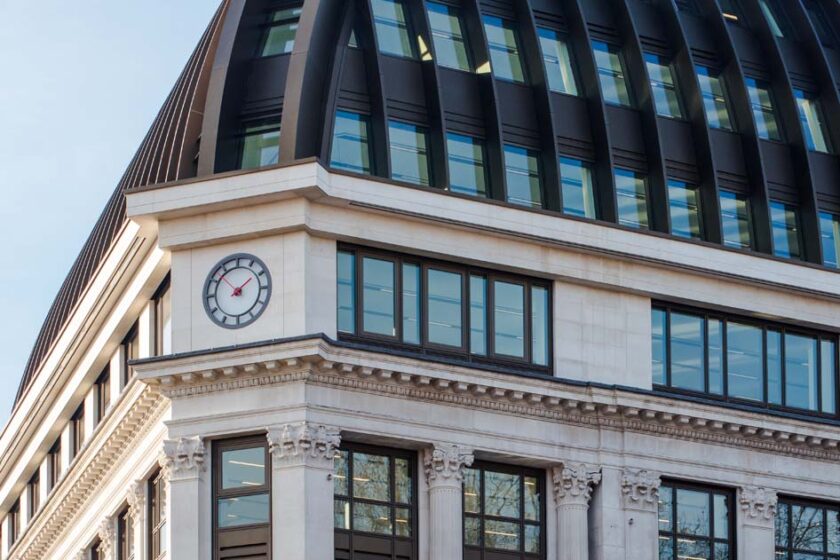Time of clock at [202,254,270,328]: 1:52
